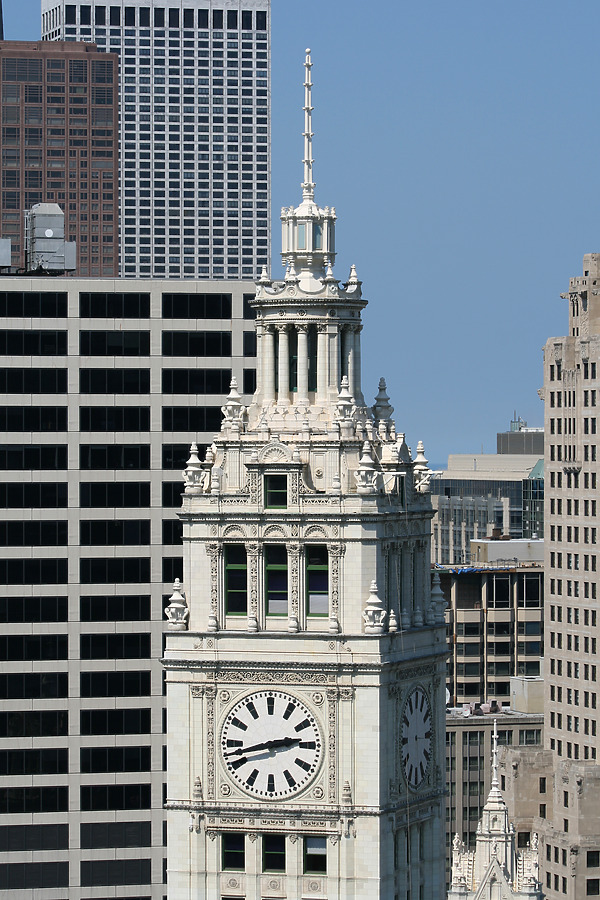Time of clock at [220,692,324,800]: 2:42
